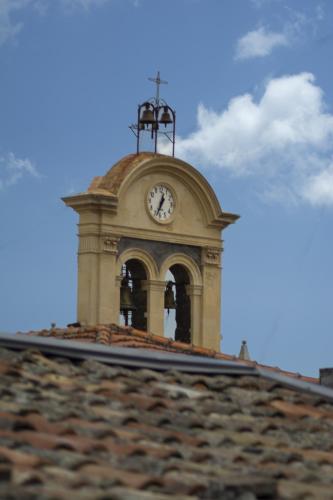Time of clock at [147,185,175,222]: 12:33
